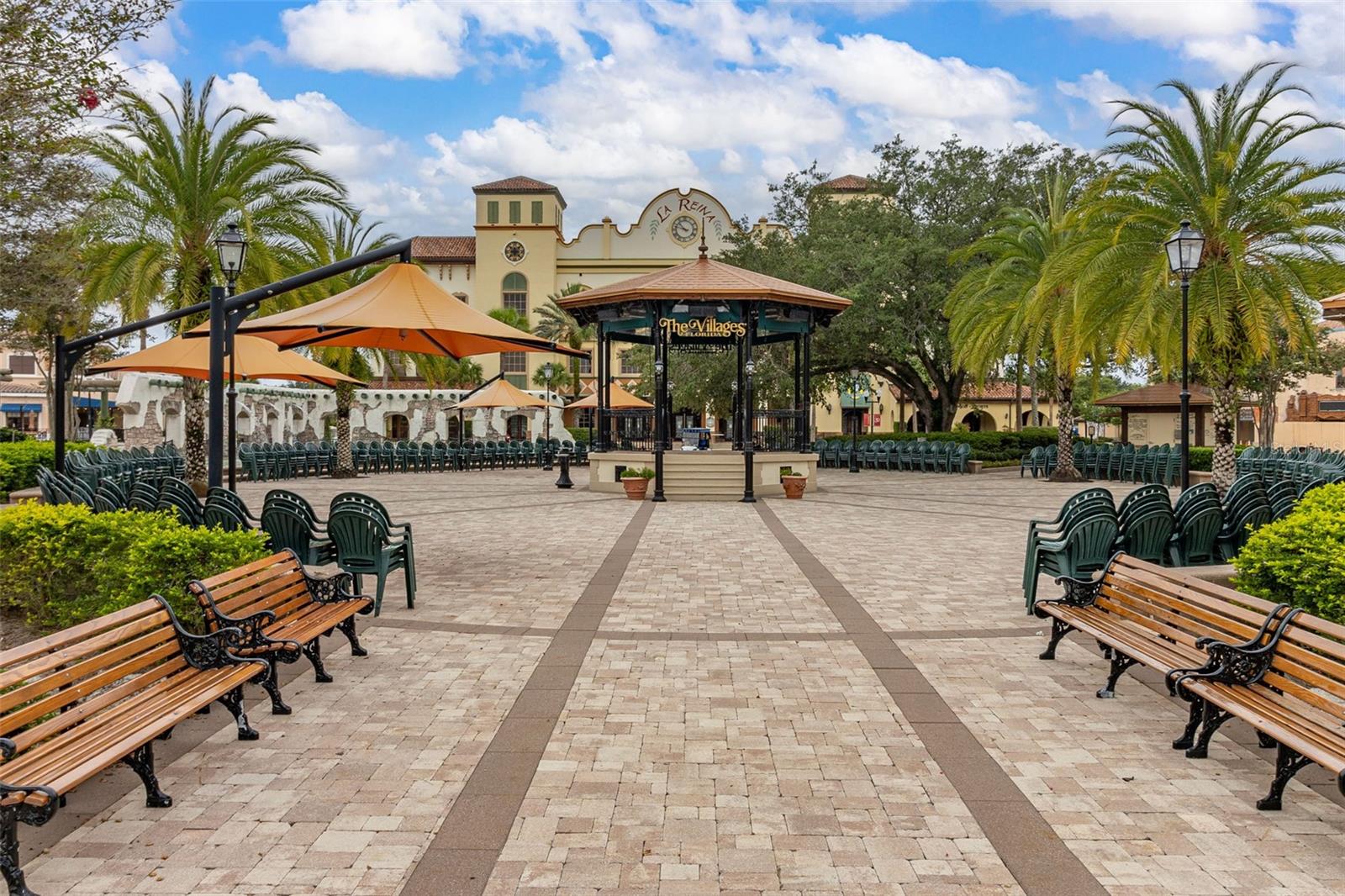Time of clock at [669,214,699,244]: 10:47
